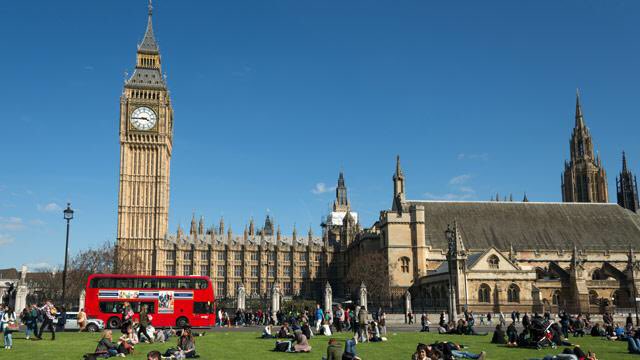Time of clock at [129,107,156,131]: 3:44
